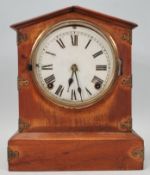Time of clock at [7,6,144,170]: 6:27
